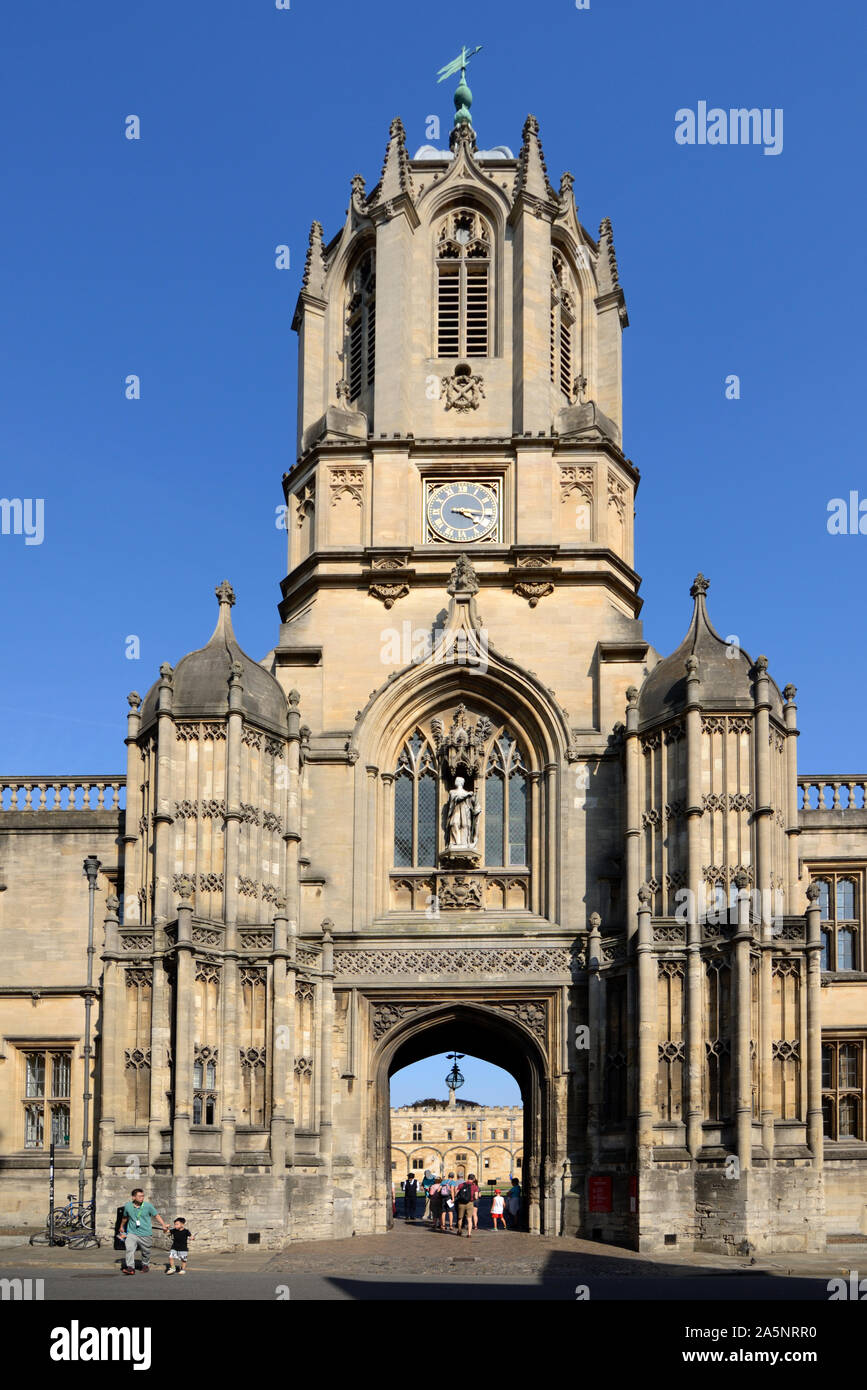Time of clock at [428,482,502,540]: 4:16
